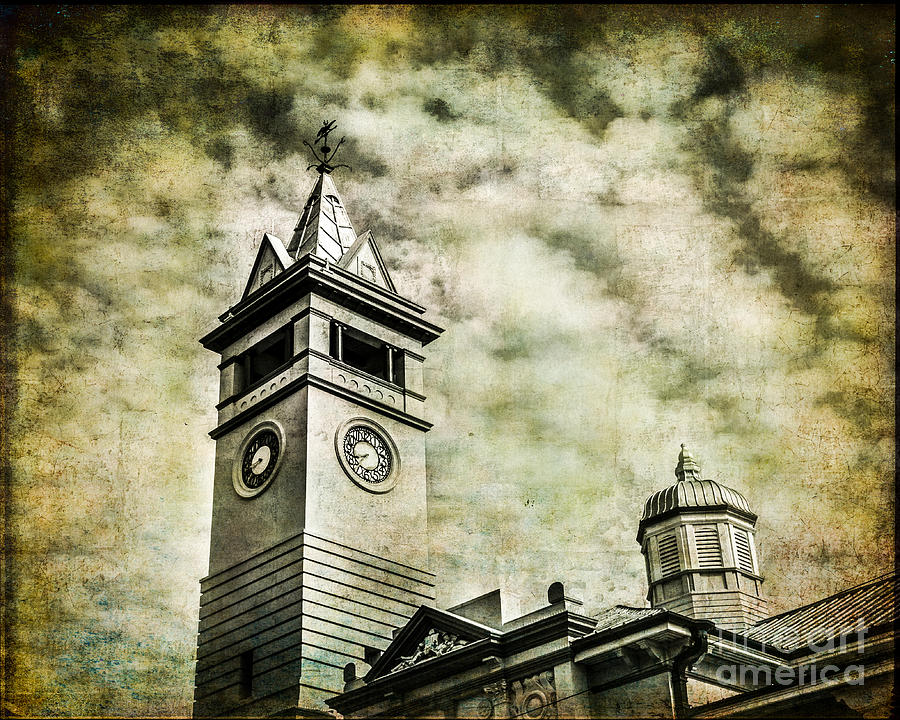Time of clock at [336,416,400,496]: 7:41
